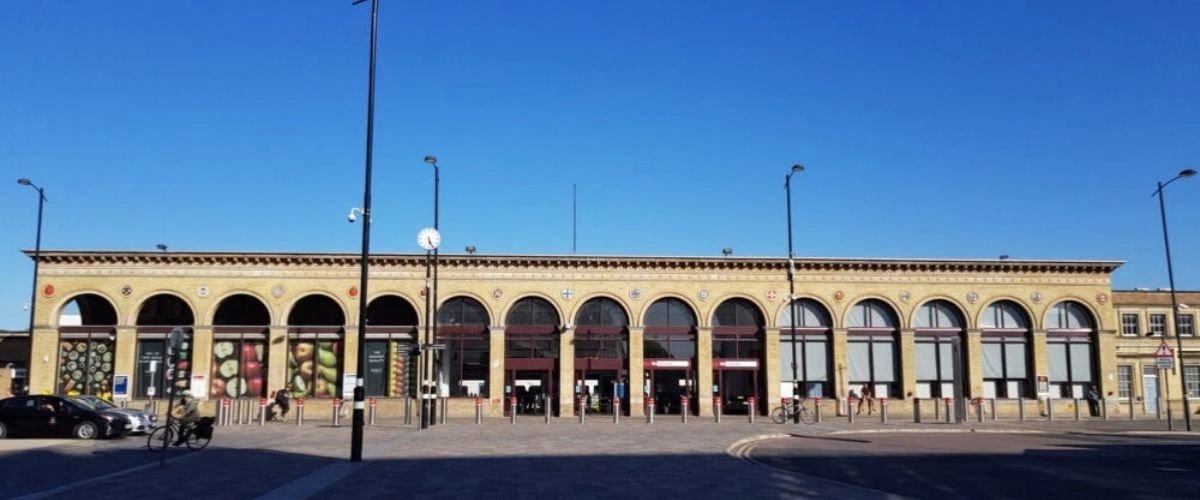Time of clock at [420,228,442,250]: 5:26
